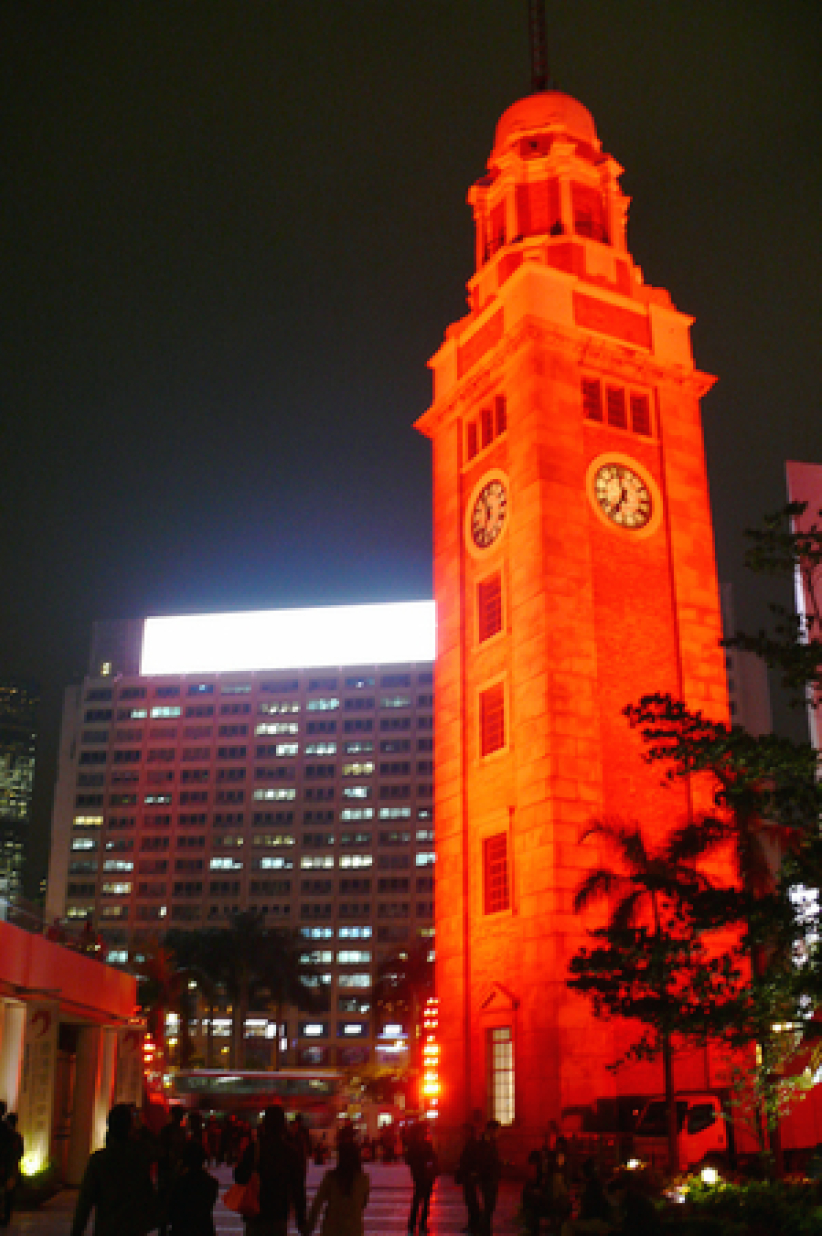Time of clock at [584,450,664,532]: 6:58
